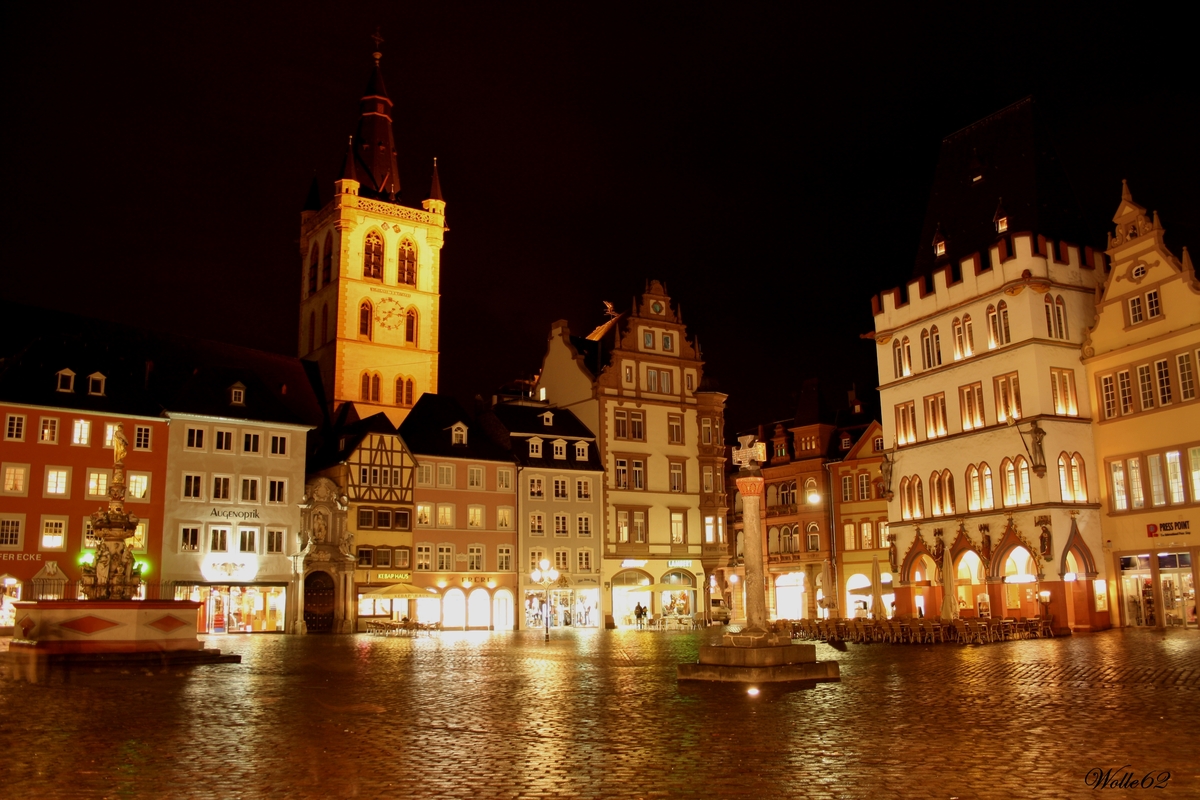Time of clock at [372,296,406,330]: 7:15
